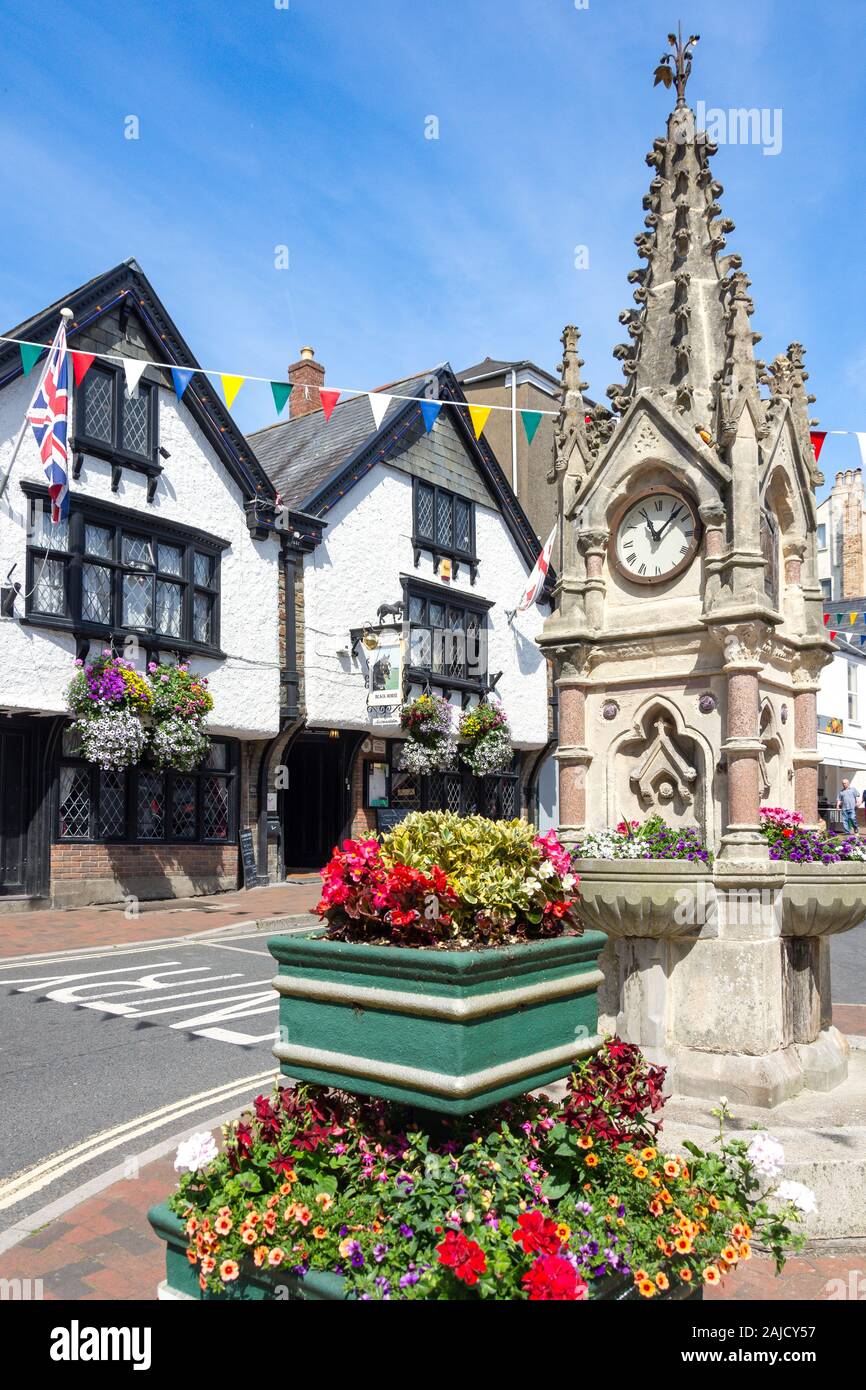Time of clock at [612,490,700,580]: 11:07
